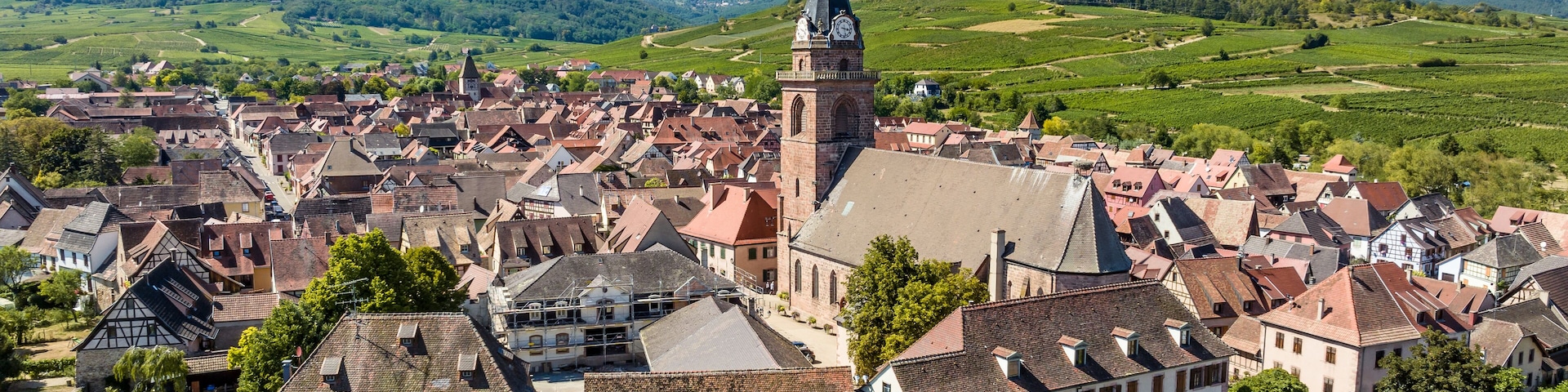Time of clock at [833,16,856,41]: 3:28
